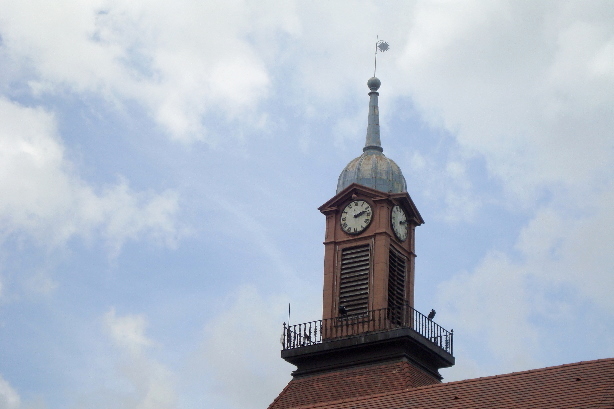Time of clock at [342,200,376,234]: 2:12
